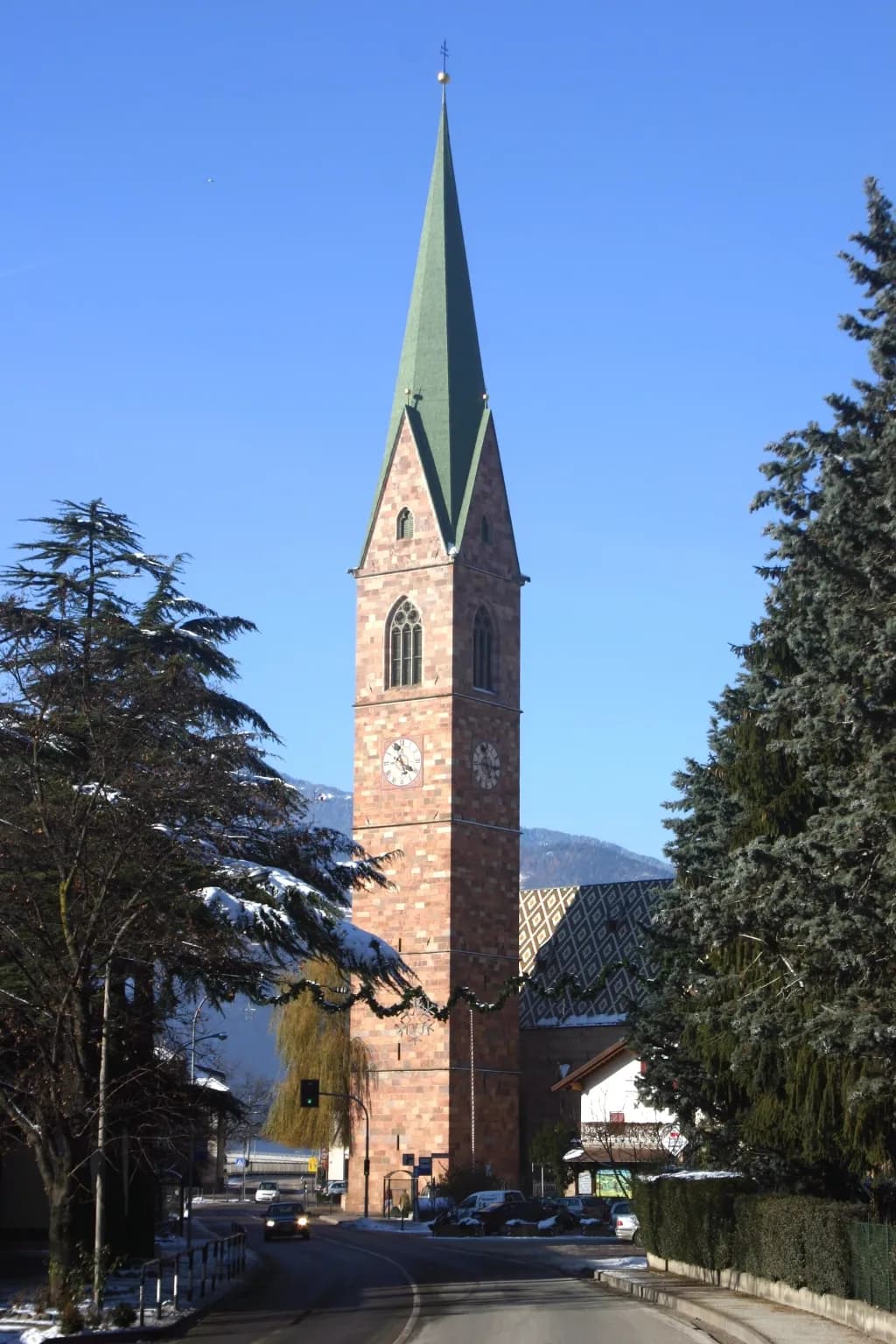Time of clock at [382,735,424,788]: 5:20
